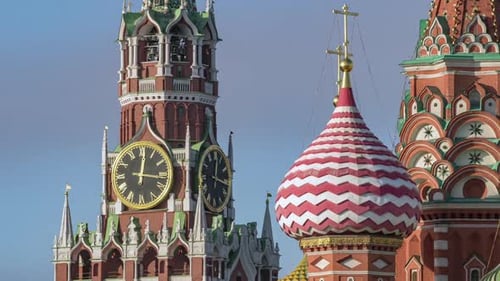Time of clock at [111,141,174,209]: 12:16
